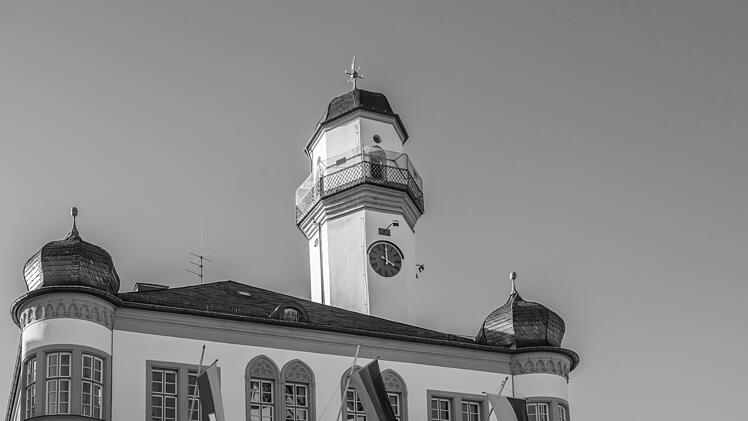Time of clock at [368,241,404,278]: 4:00
